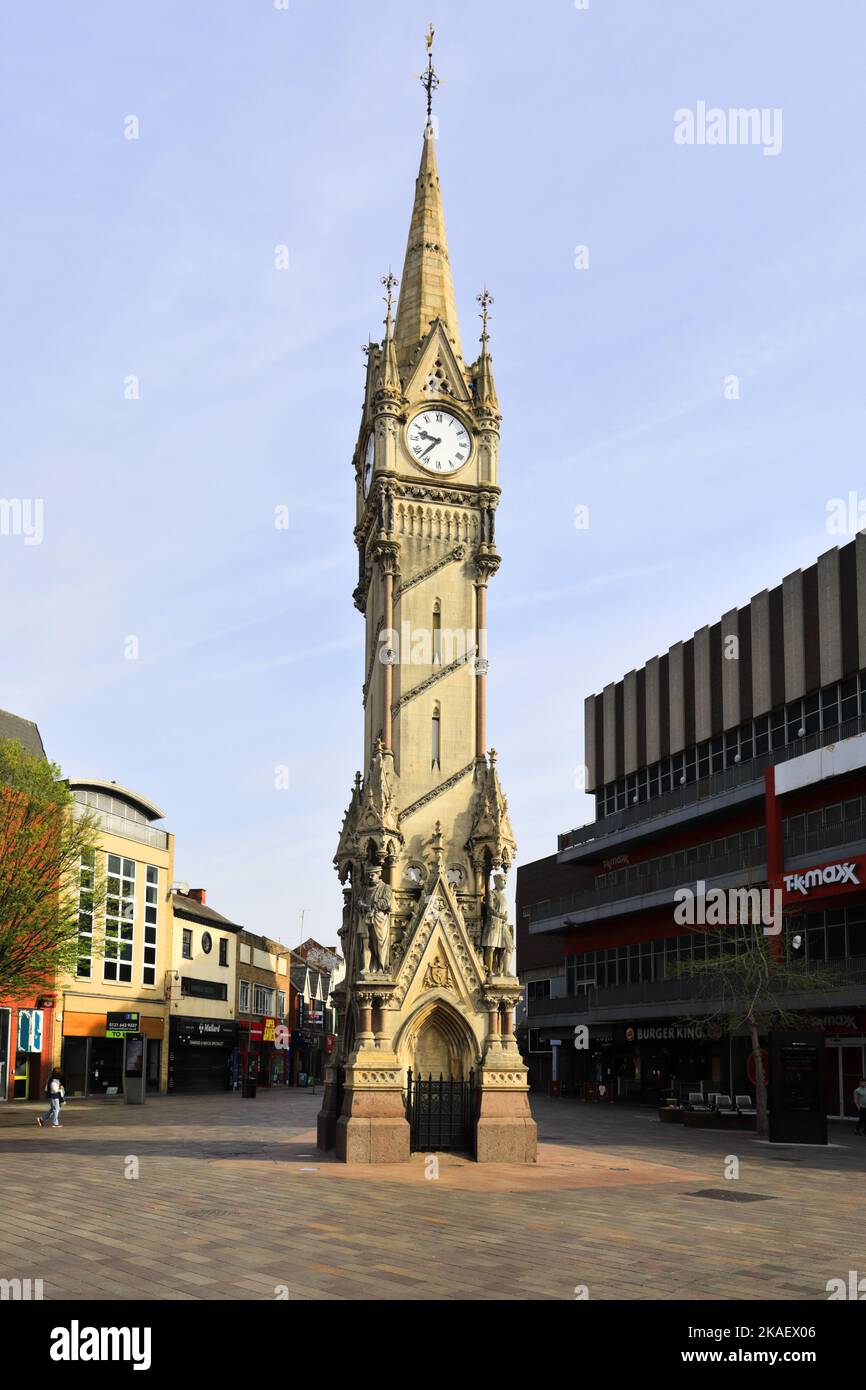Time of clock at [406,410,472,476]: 9:37
